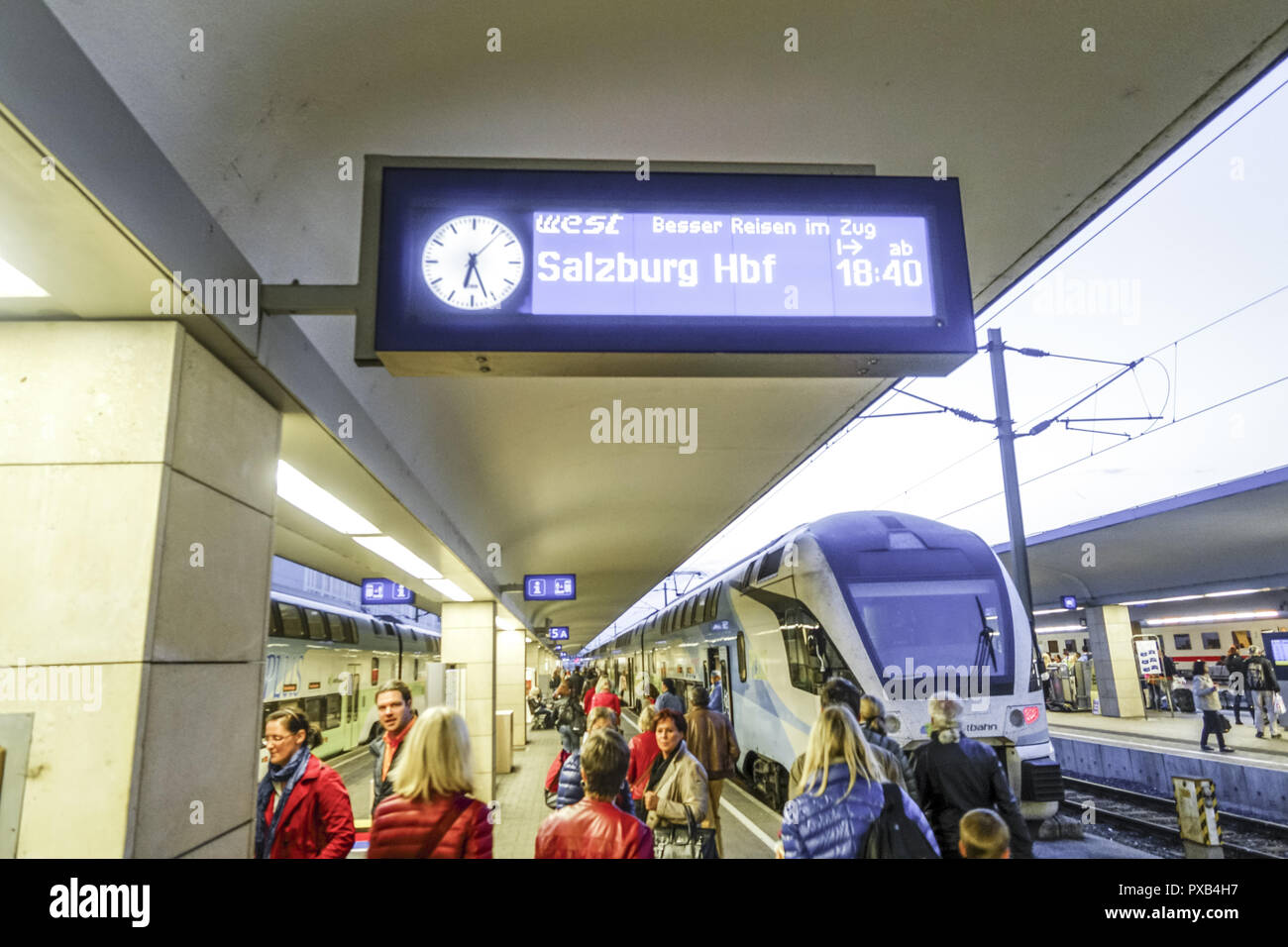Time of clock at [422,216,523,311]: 6:26
